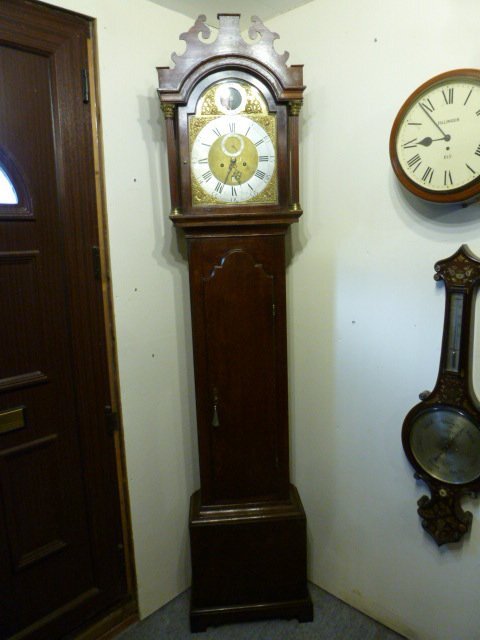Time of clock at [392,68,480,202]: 8:53
